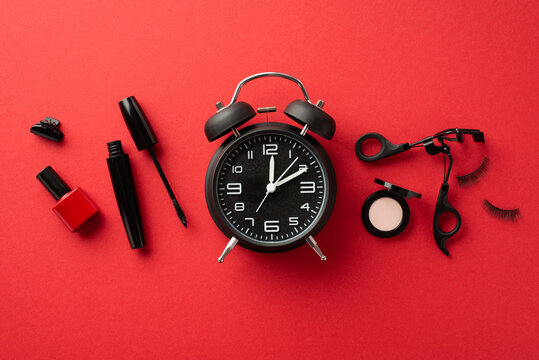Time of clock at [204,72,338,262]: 12:10
